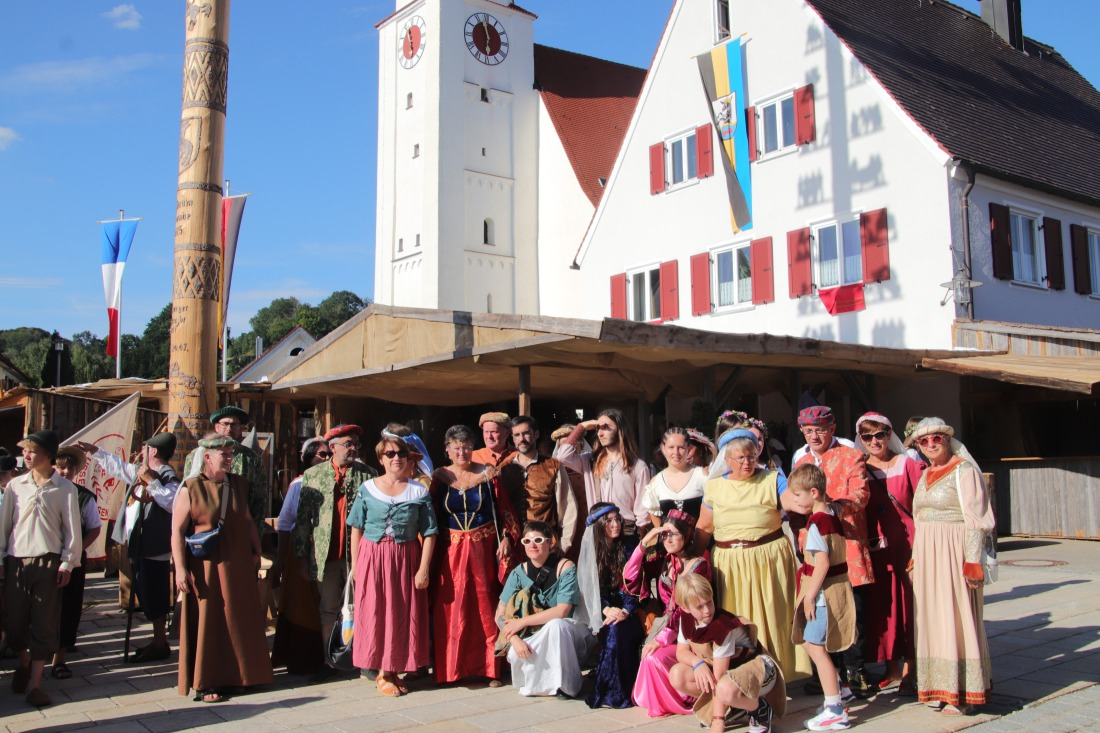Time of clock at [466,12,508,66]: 5:57
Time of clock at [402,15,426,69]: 5:57
